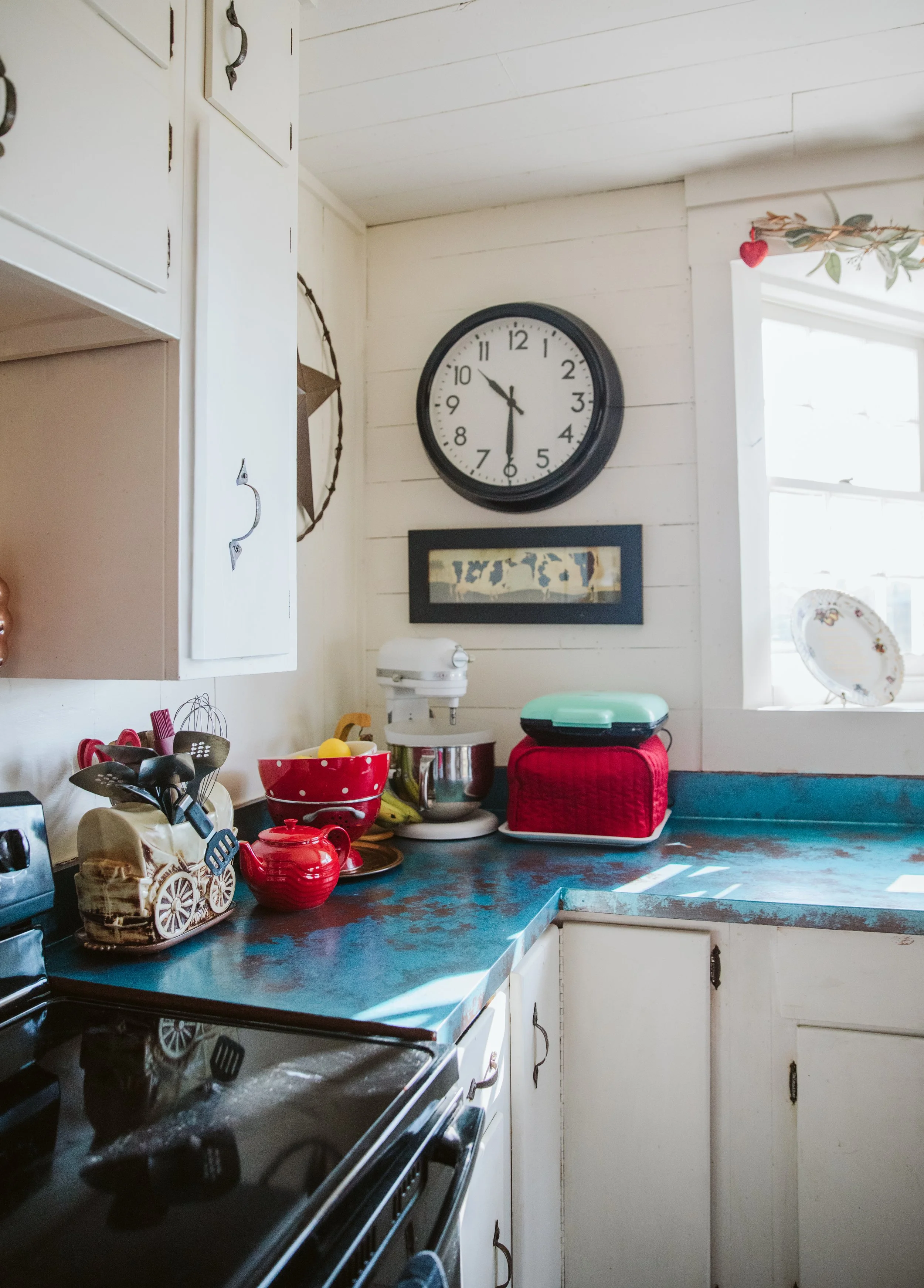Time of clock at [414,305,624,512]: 10:30
